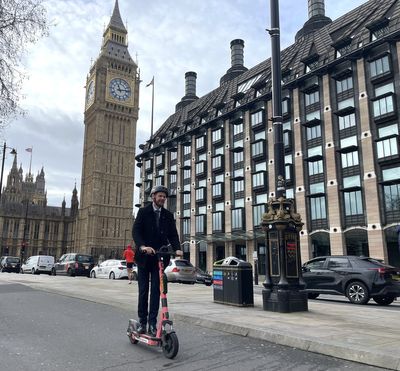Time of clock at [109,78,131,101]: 11:13
